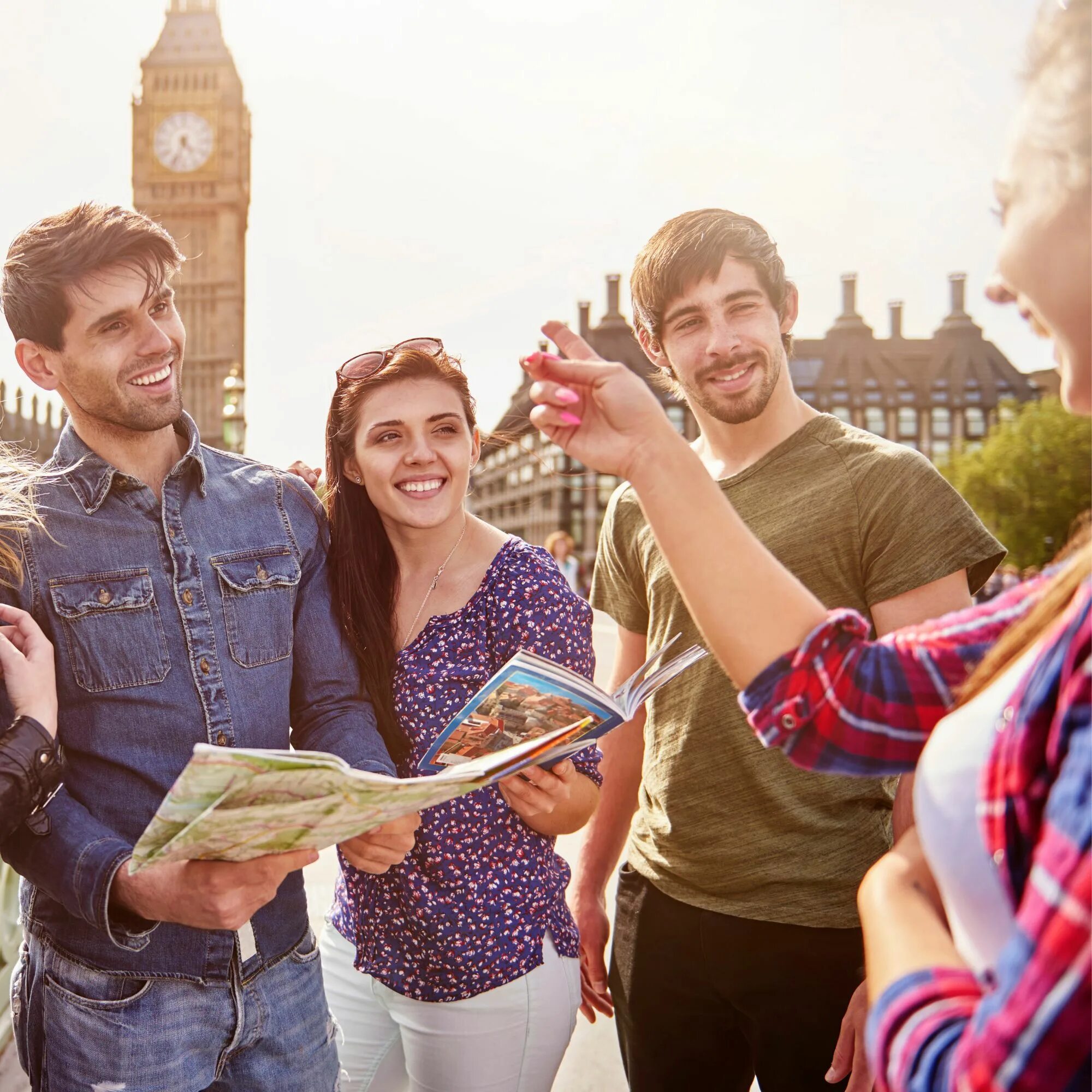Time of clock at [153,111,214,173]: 4:33
